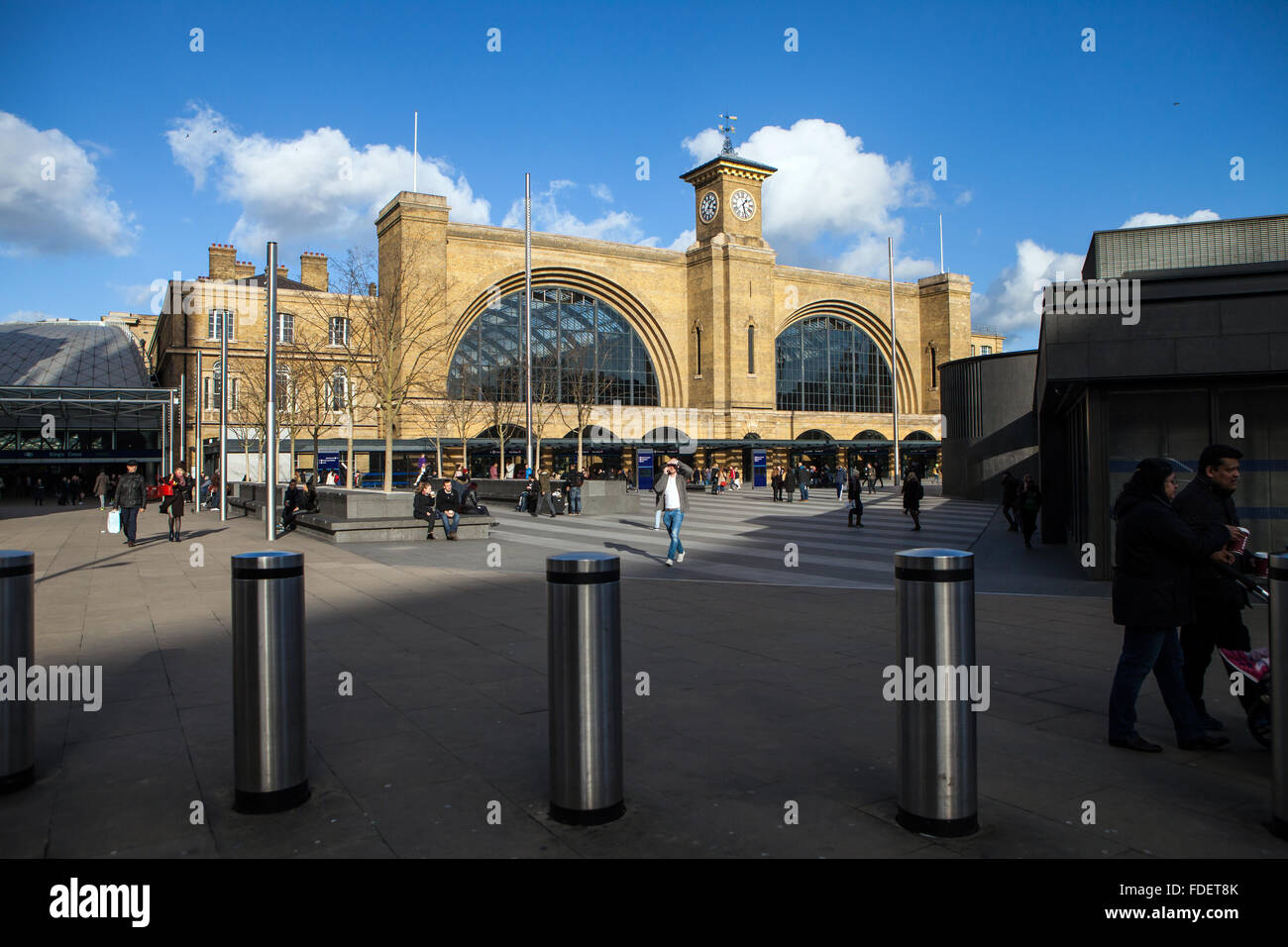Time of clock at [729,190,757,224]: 1:27
